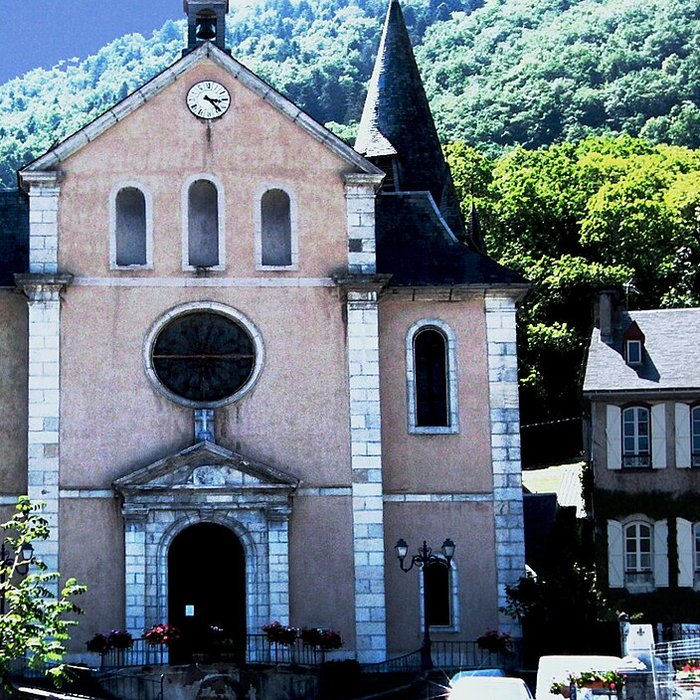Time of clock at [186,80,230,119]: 3:23
